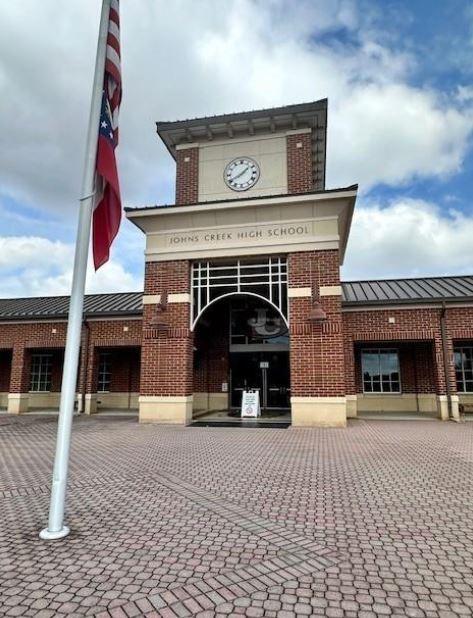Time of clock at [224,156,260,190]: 1:40
